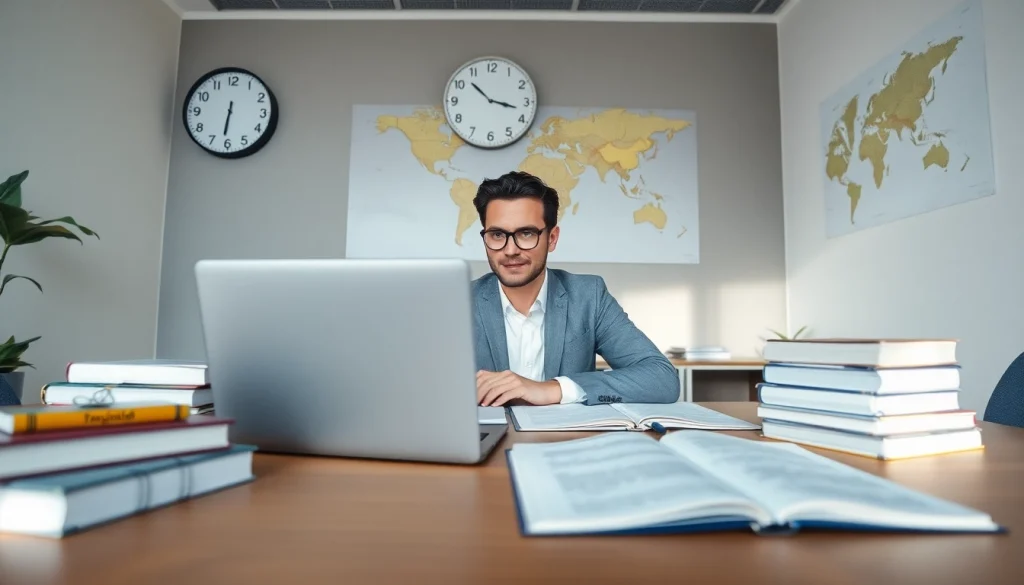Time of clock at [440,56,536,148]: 10:17
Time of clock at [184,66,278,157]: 6:31
